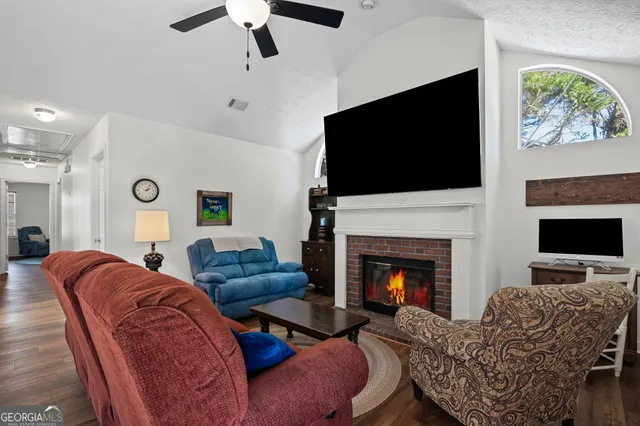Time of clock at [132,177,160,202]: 2:06
